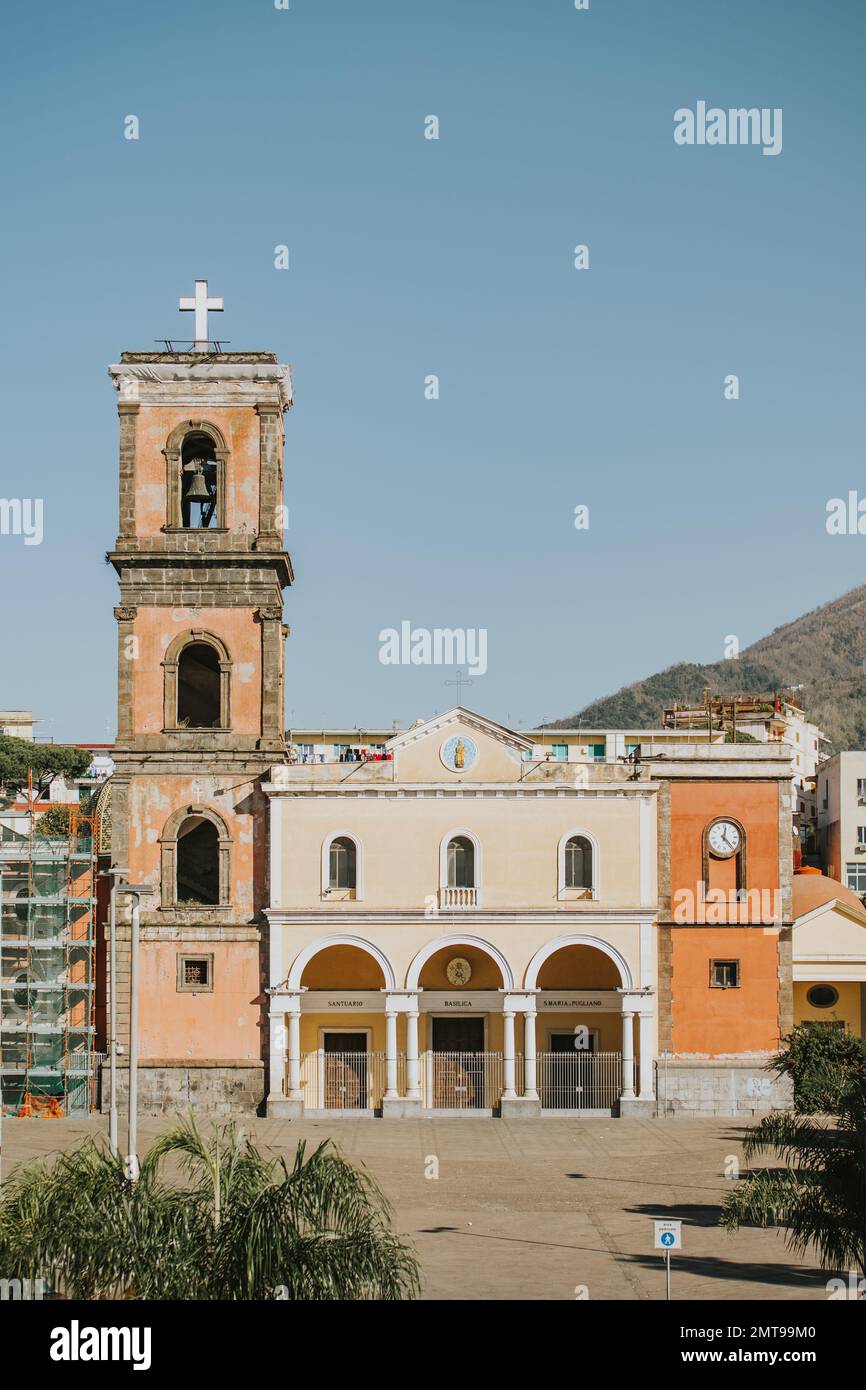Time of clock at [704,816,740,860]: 12:23
